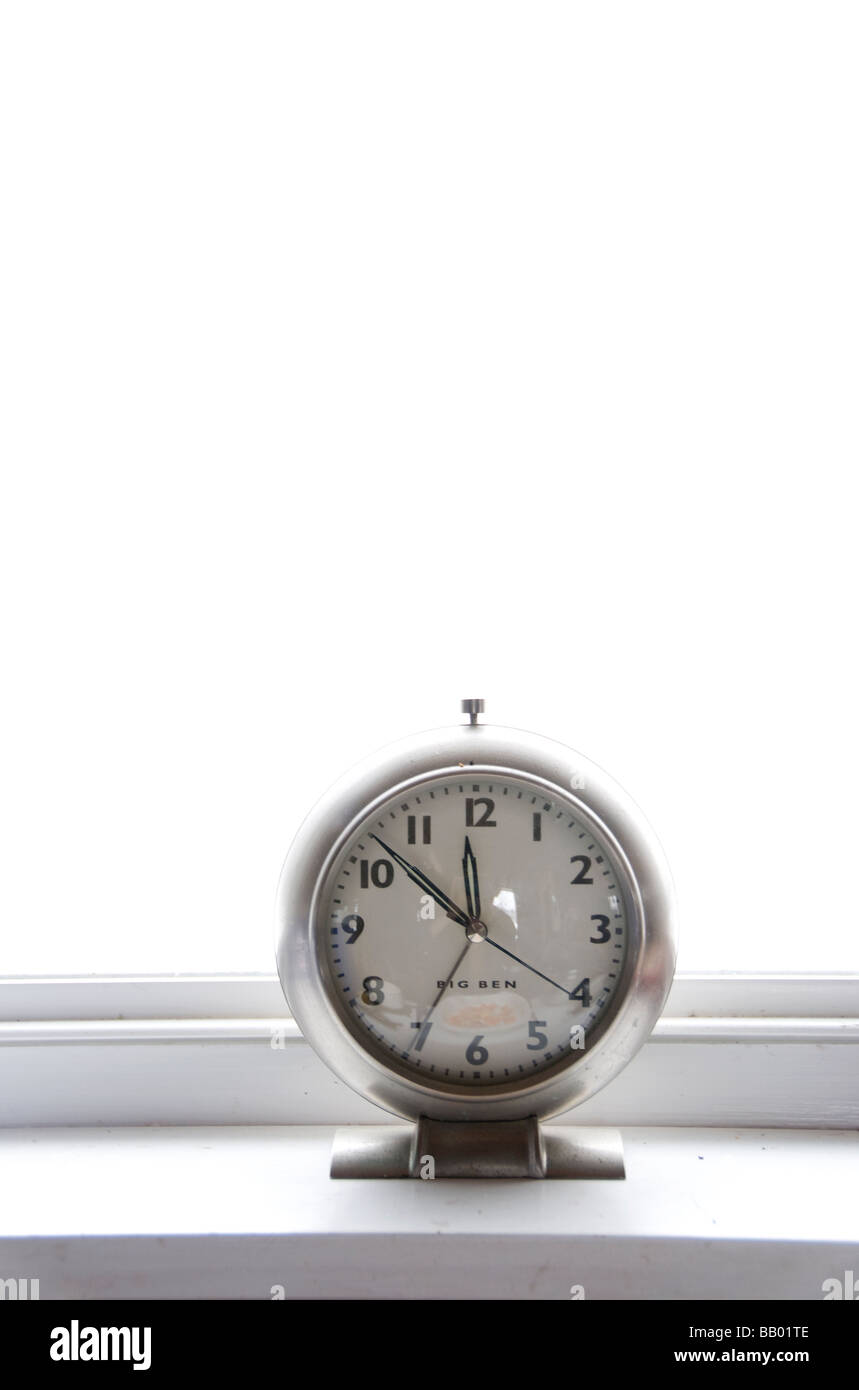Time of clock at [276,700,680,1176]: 11:52
